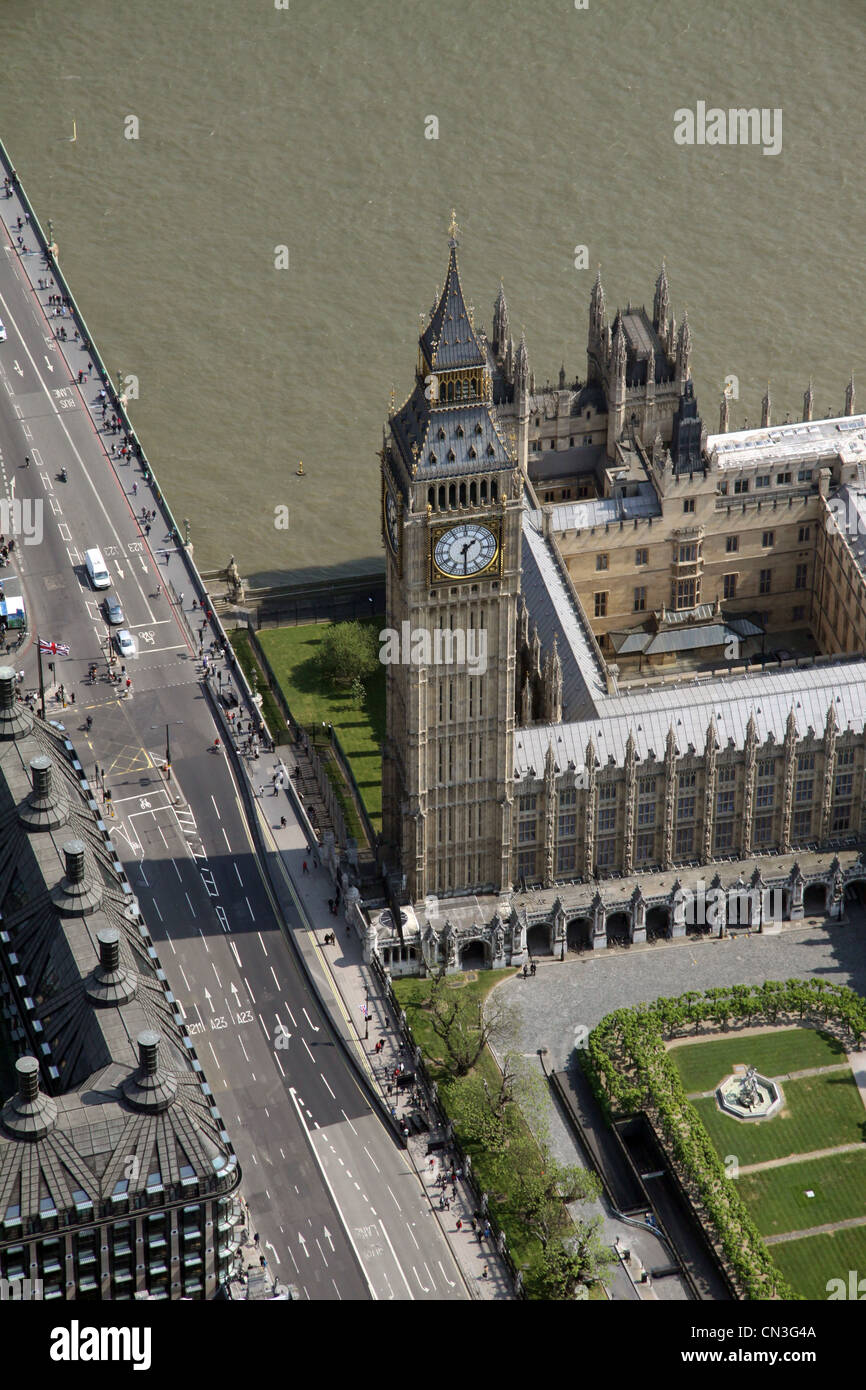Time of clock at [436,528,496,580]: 1:30
